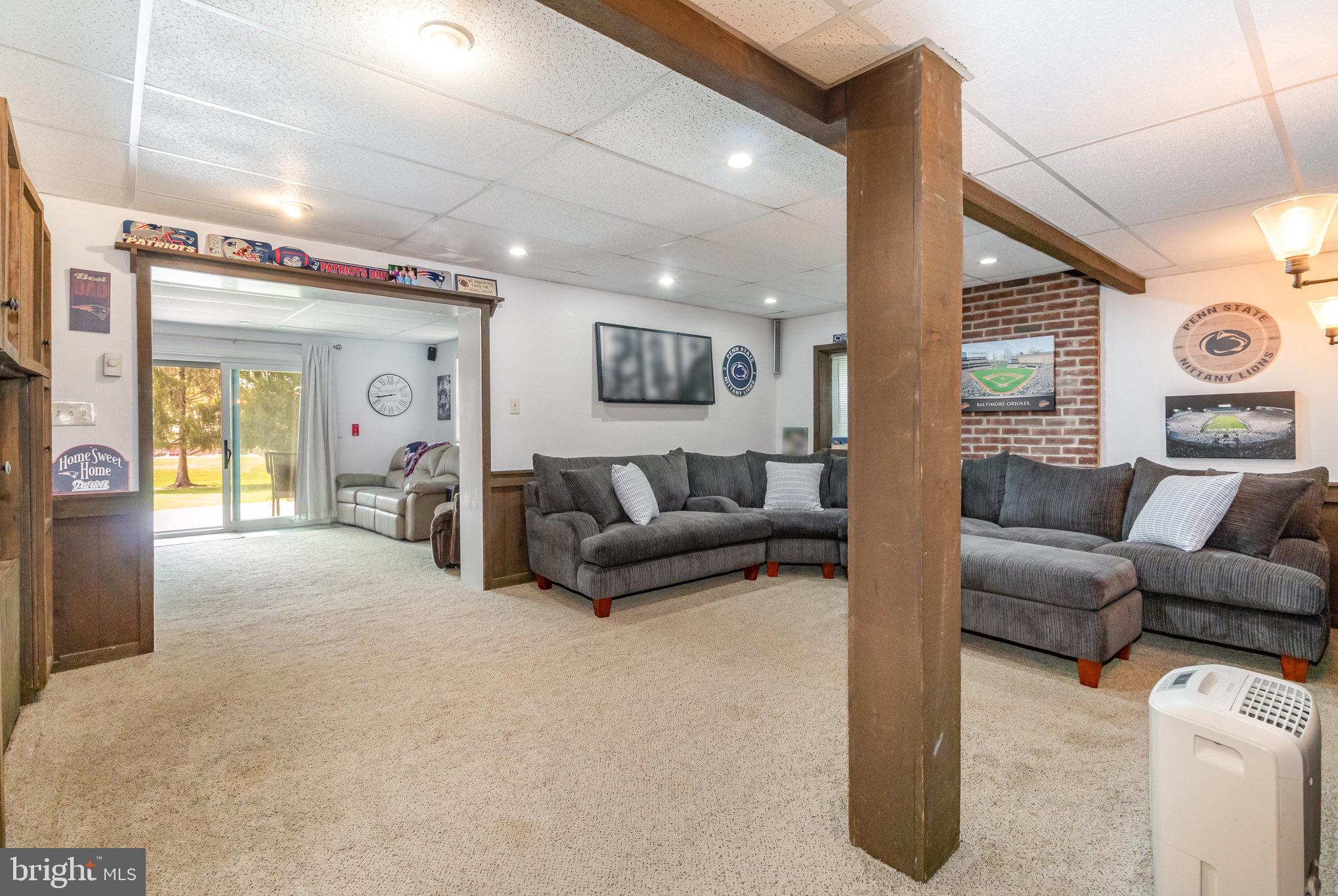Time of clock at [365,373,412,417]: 8:43
